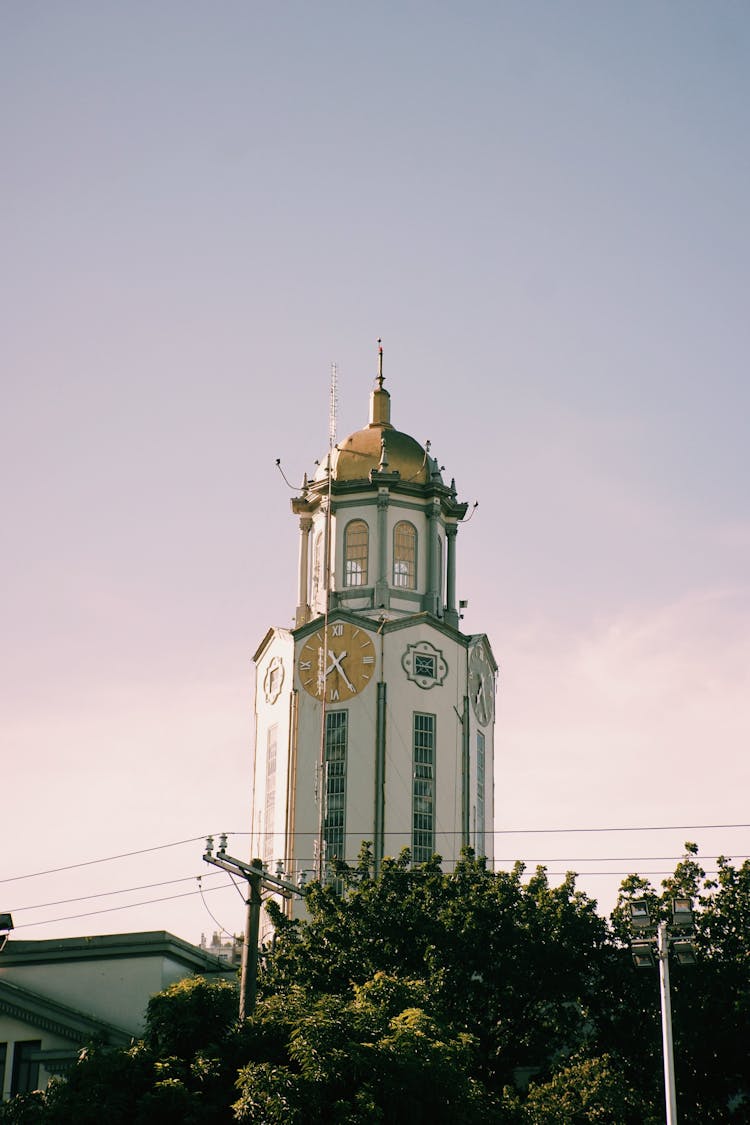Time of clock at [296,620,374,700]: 7:25
